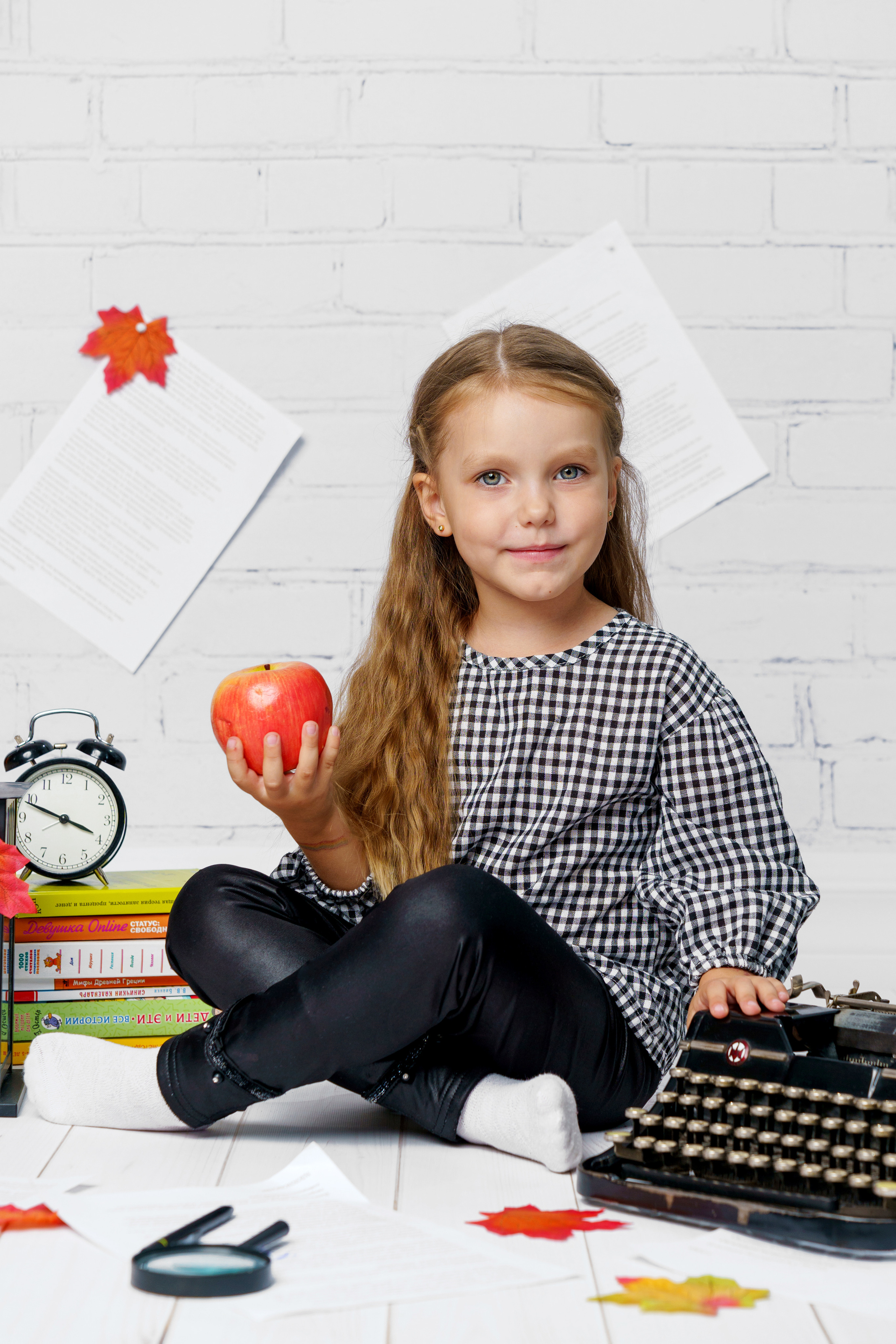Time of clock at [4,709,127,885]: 3:48
